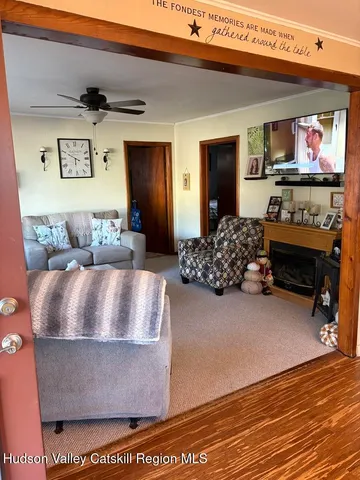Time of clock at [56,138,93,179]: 5:49
